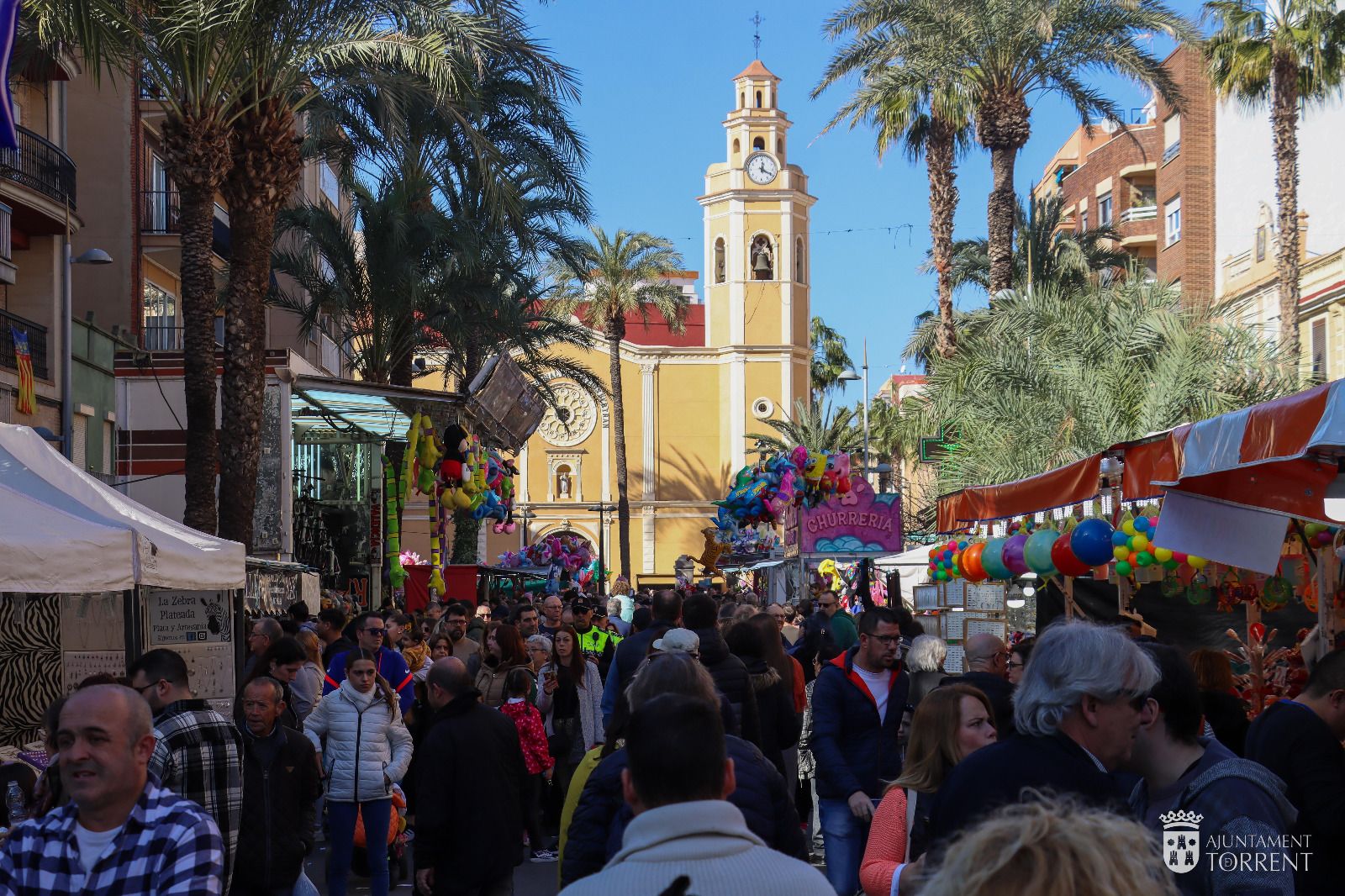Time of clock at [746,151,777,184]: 12:19
